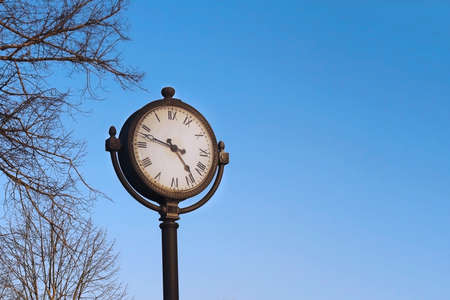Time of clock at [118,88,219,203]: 4:47
